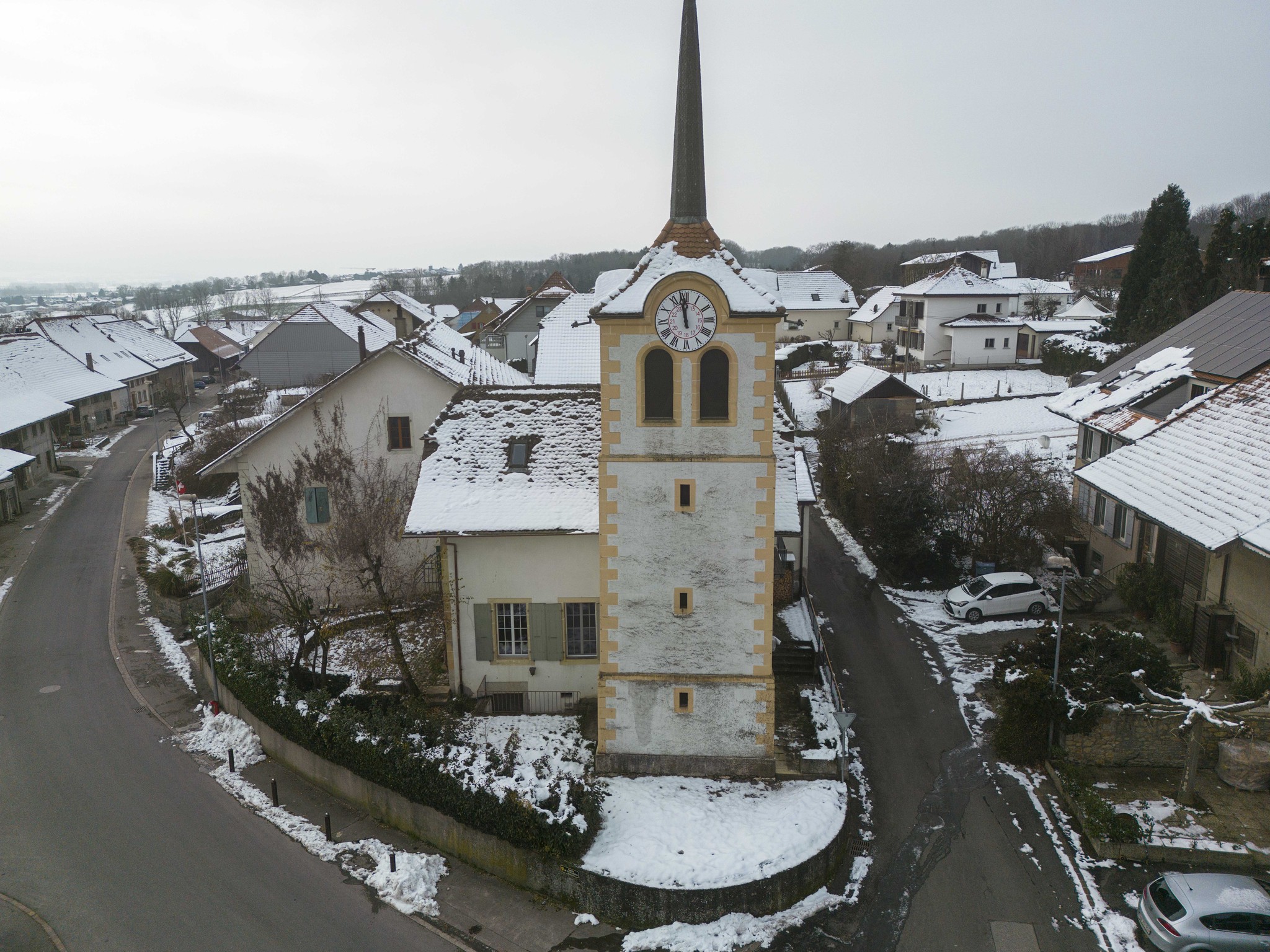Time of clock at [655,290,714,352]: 11:58
